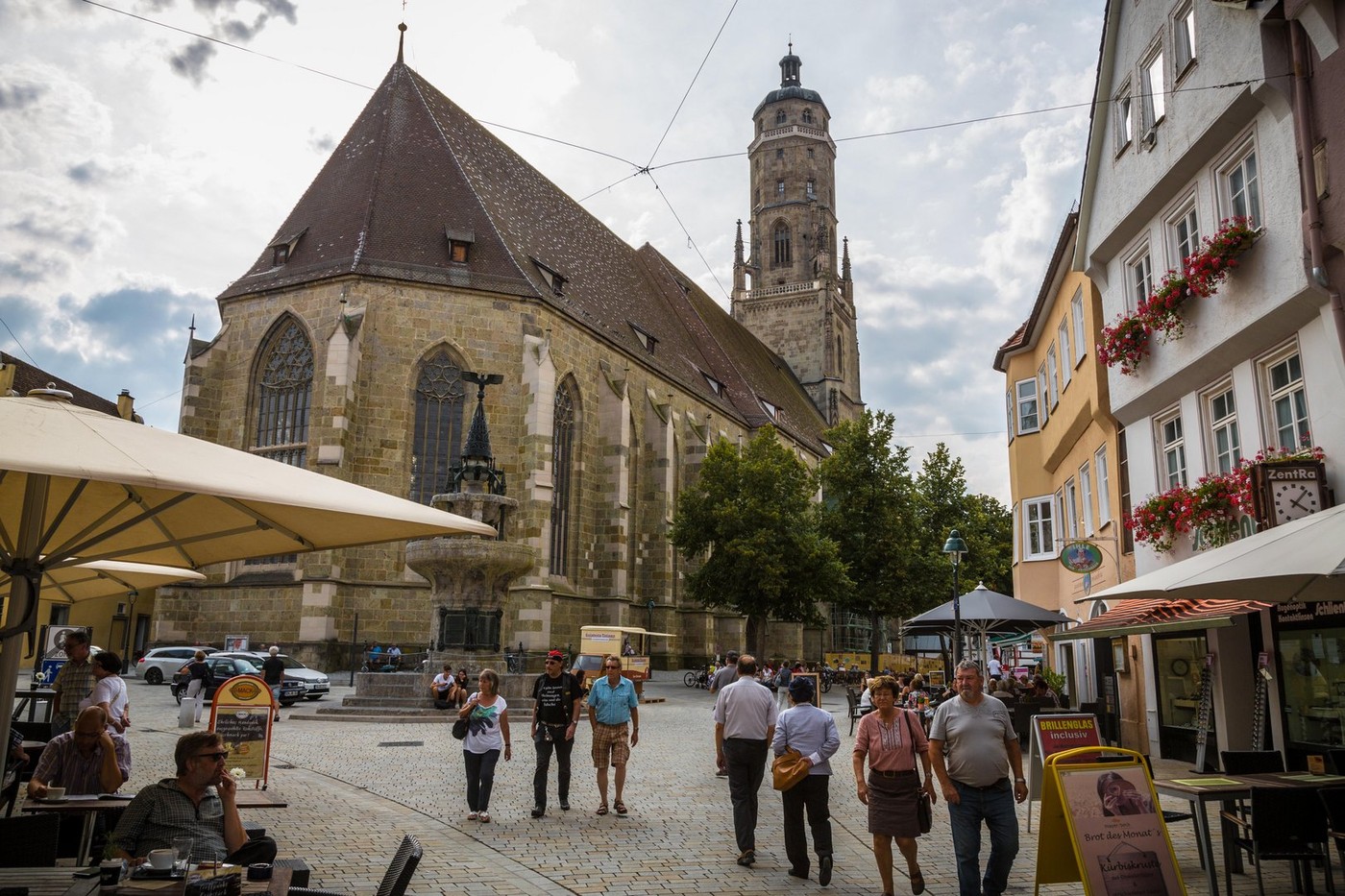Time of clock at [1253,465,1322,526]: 4:07
